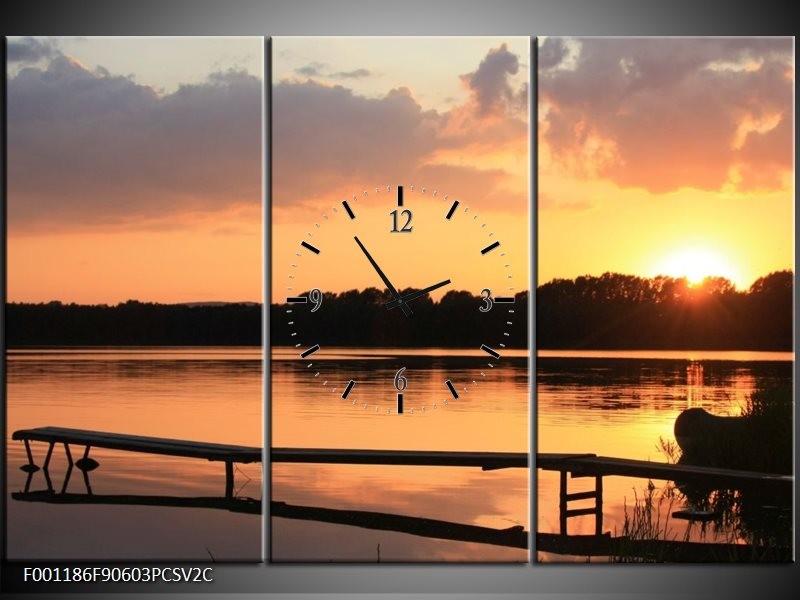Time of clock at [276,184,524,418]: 10:45
